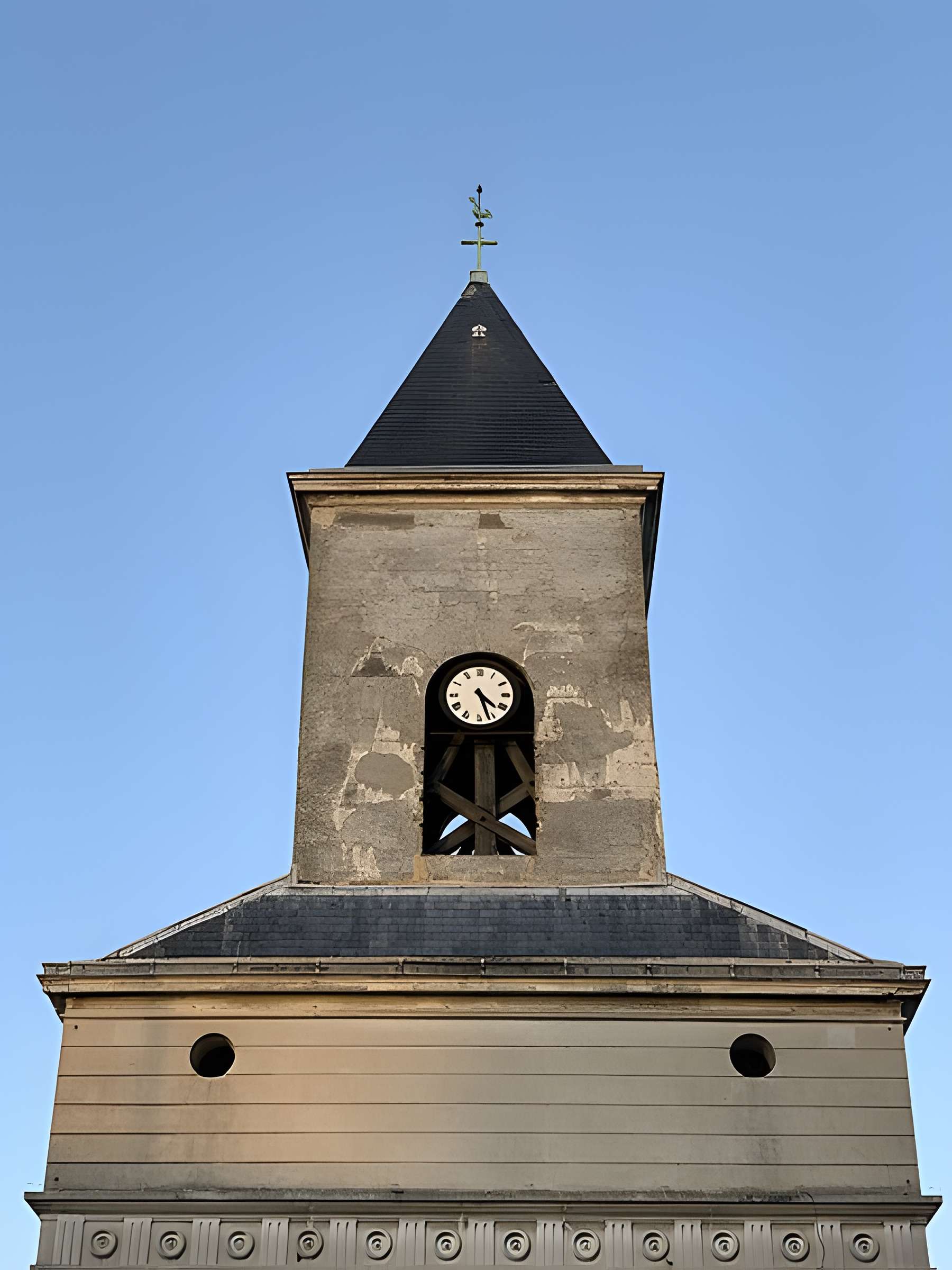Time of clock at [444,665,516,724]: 4:26
